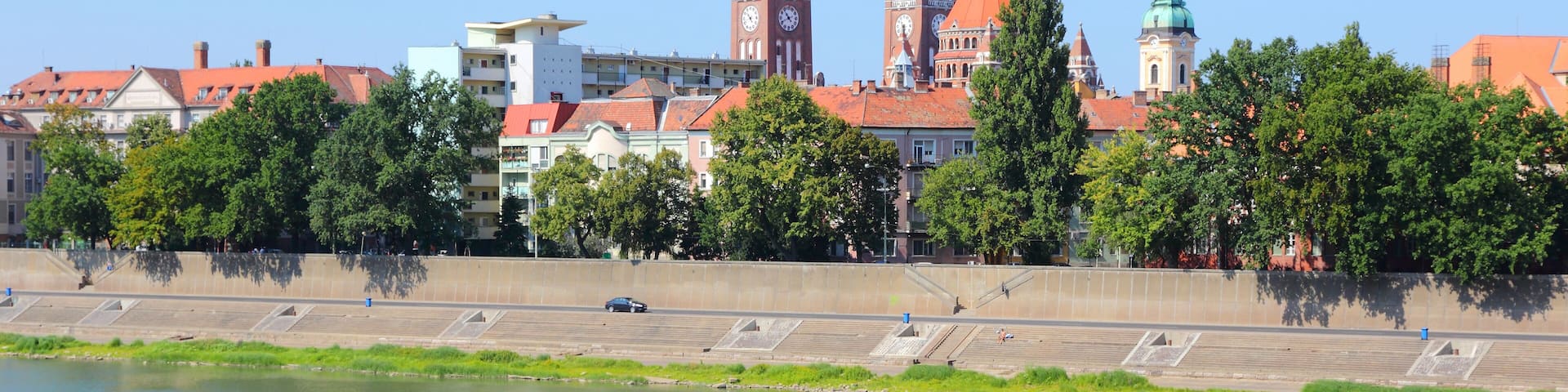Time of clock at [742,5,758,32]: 4:52
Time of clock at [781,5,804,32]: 10:41
